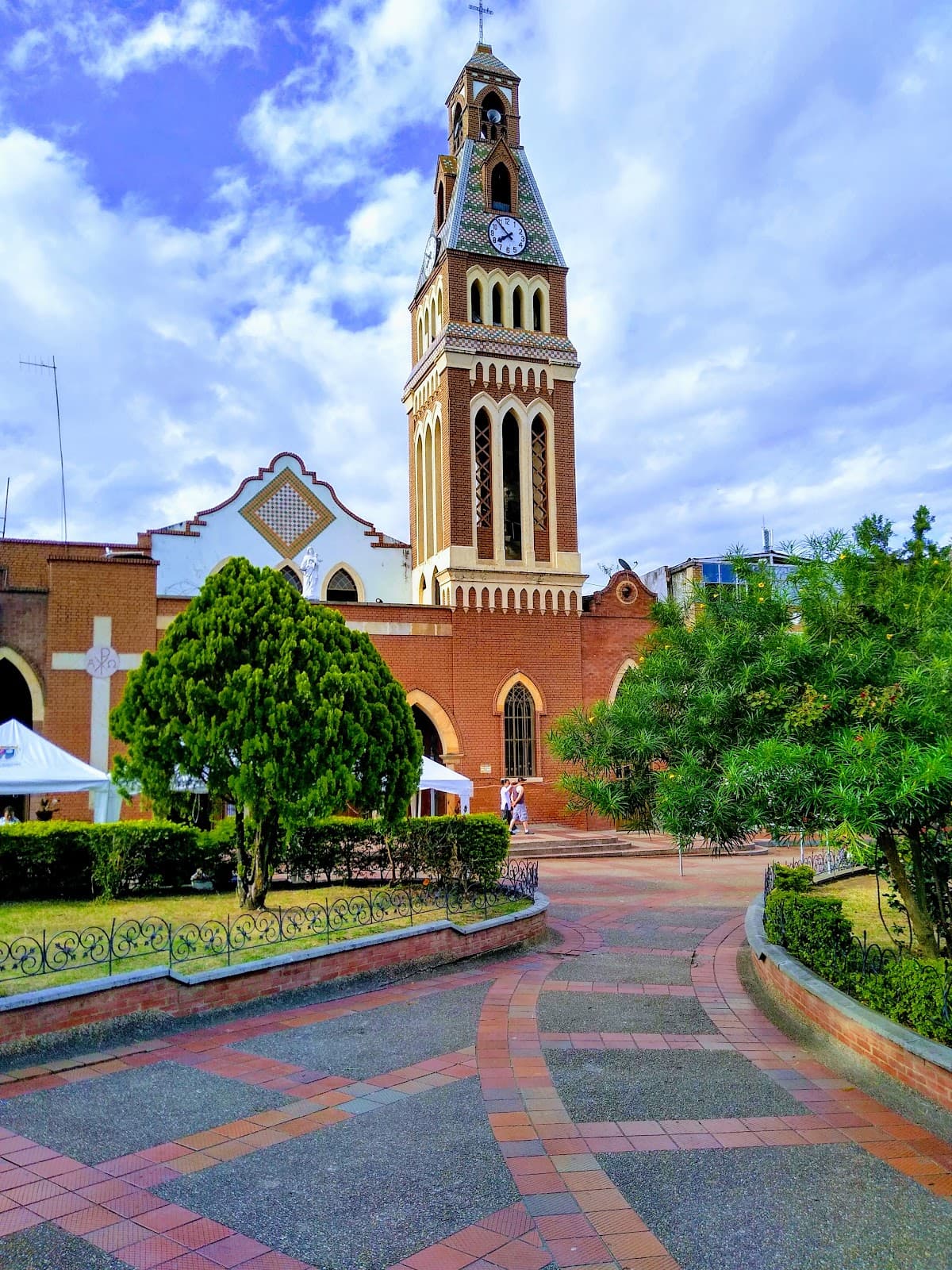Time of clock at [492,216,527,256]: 7:53
